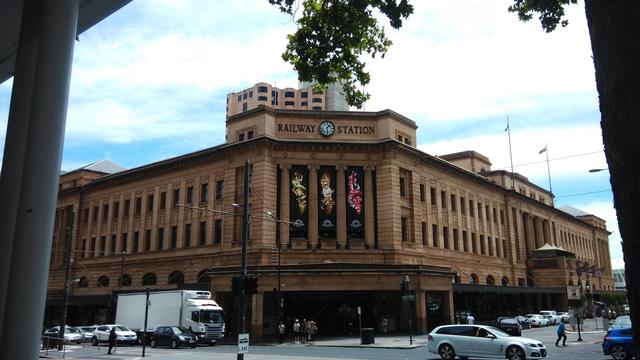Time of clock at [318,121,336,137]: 1:29
